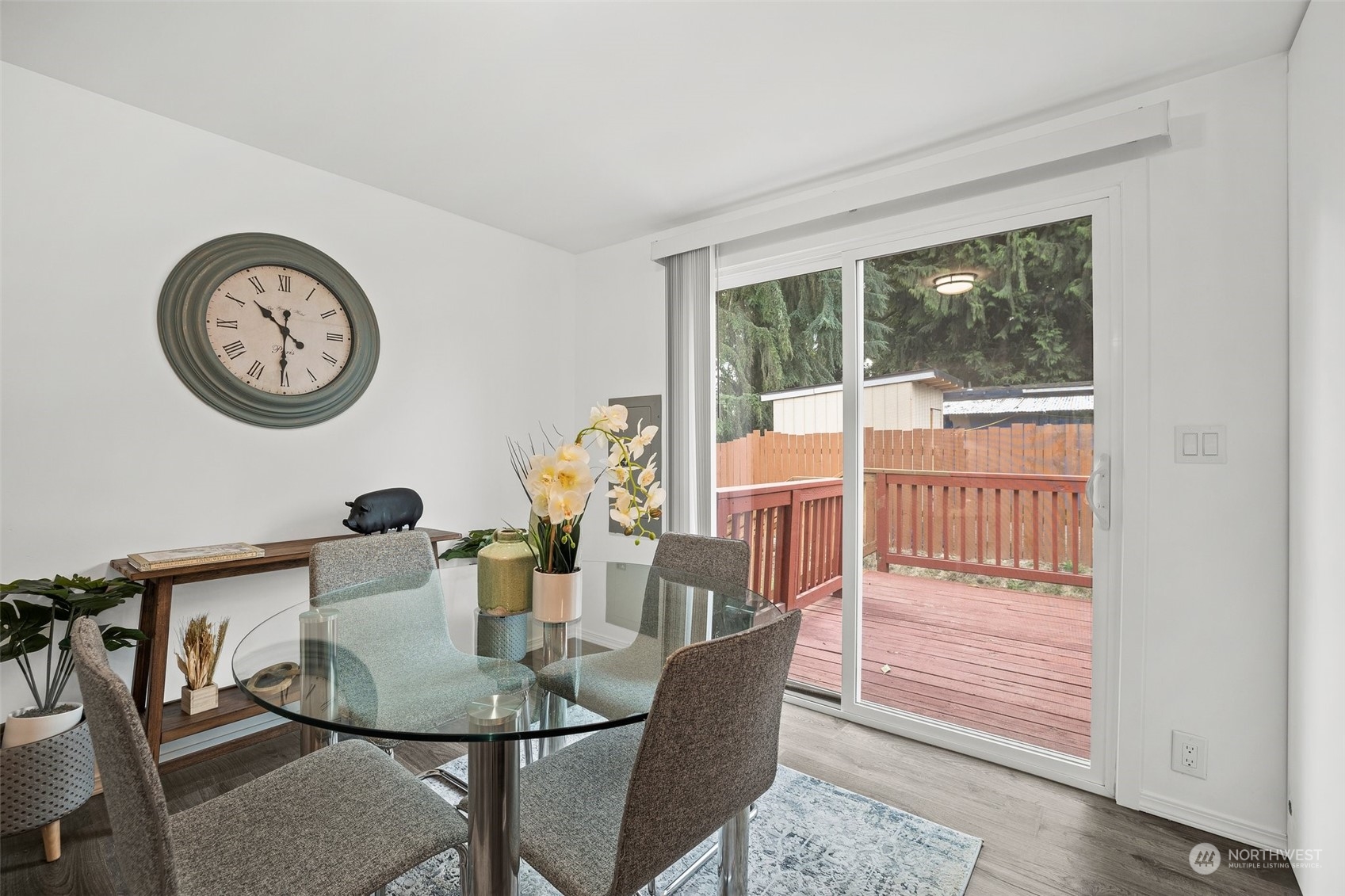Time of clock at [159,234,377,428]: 10:30
